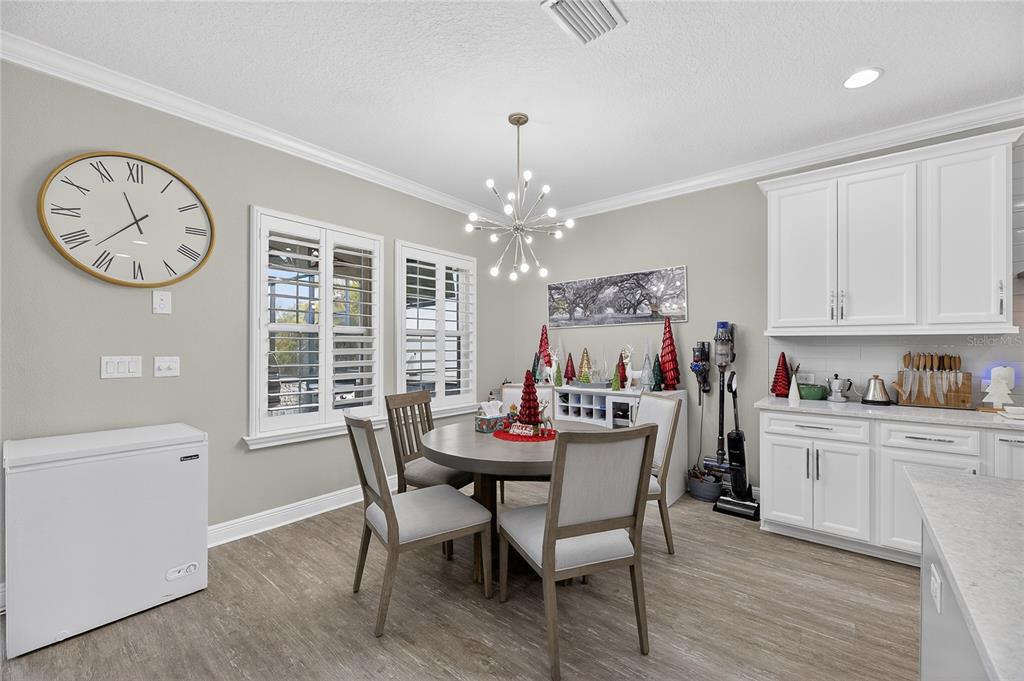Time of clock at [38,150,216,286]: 11:37
